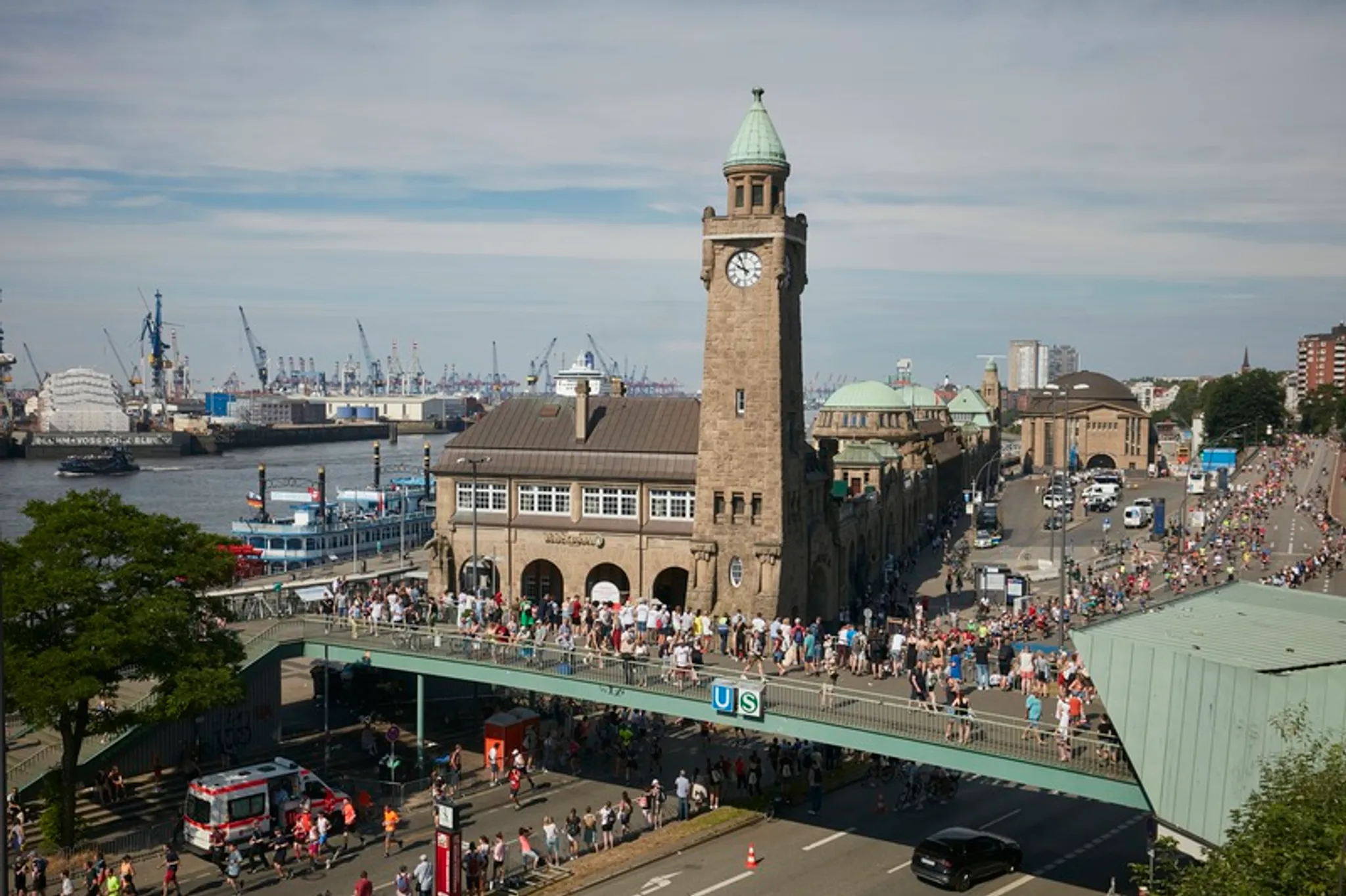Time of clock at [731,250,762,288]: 9:55
